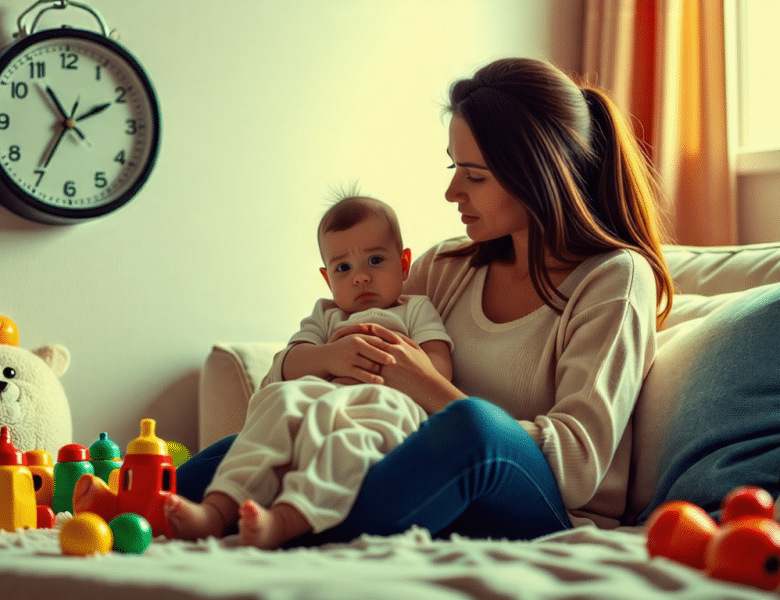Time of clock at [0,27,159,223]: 10:35
